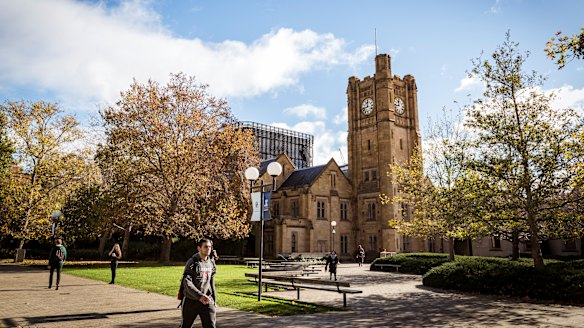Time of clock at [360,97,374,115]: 11:42
